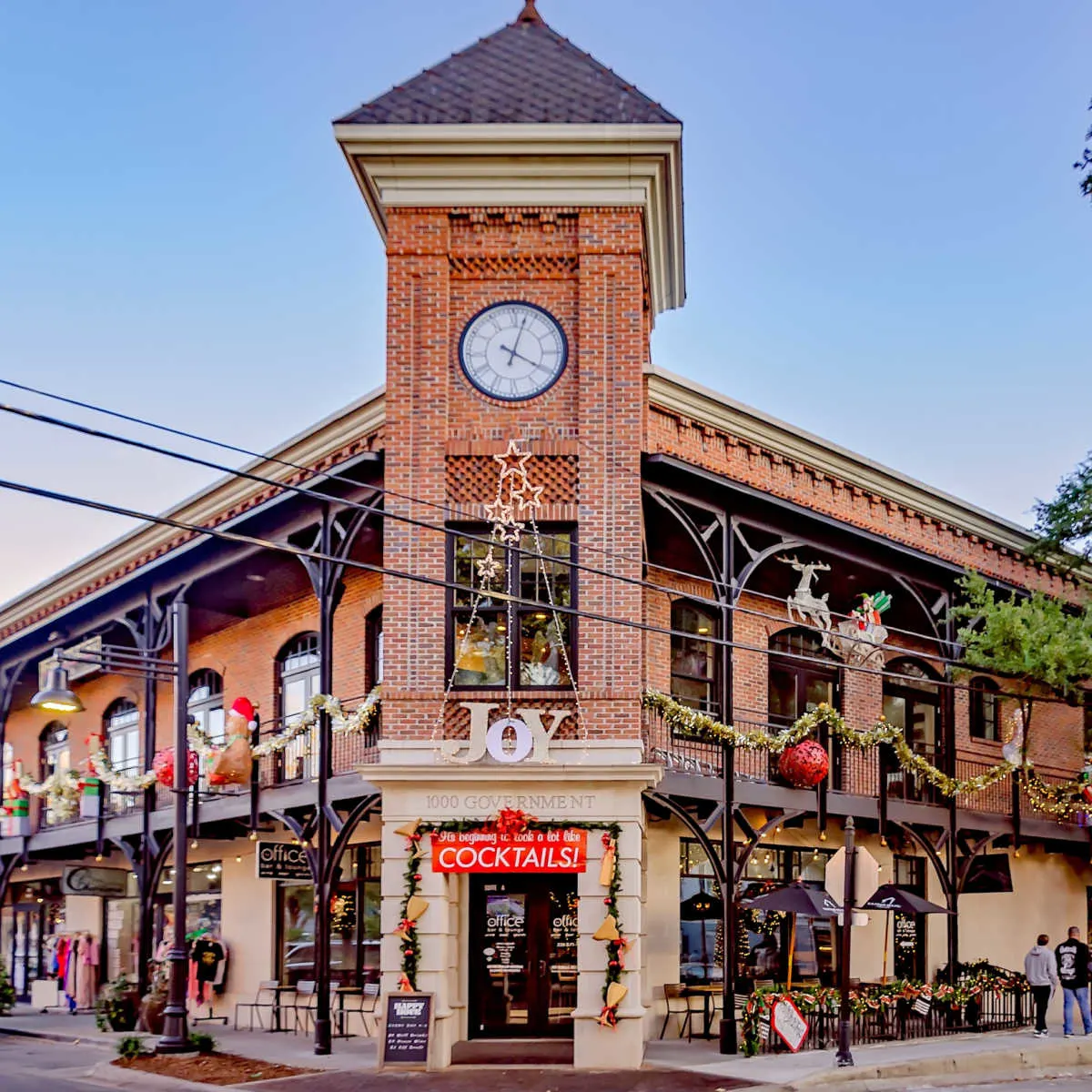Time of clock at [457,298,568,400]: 4:02
